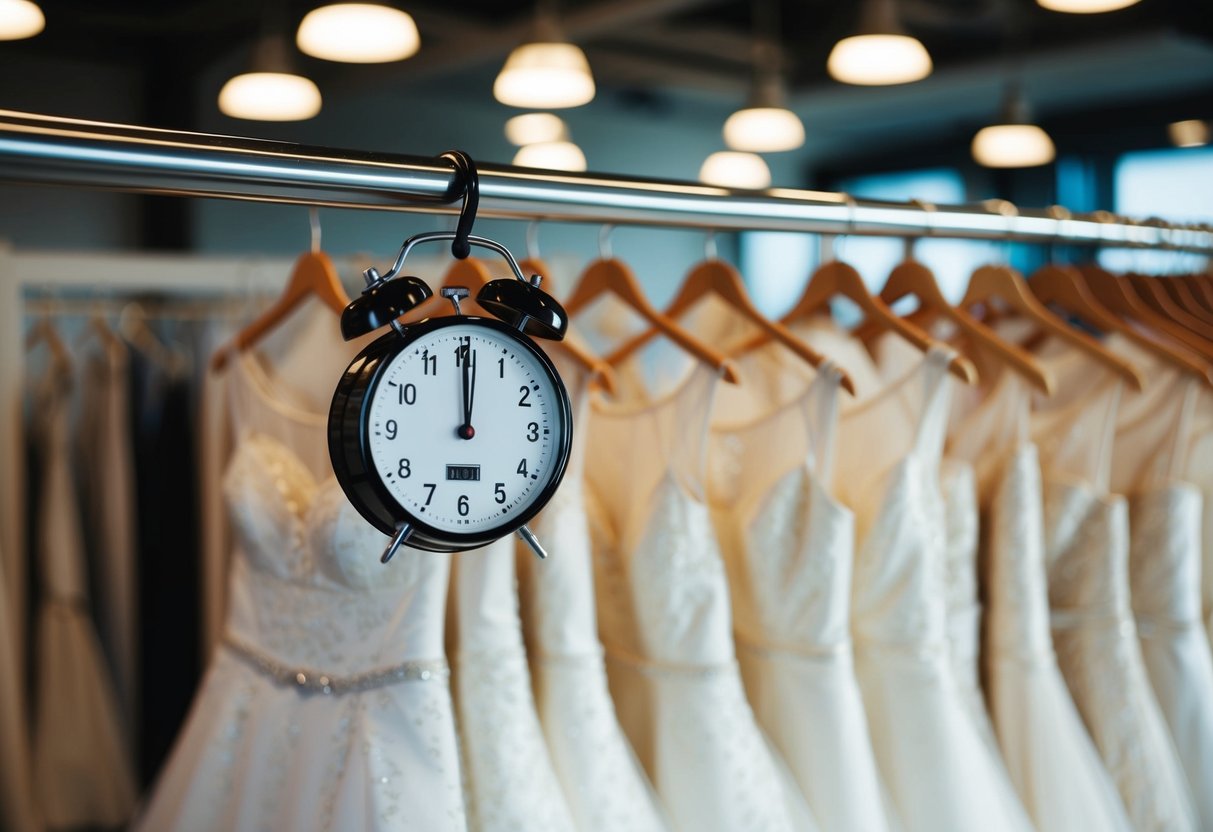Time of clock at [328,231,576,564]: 12:00
